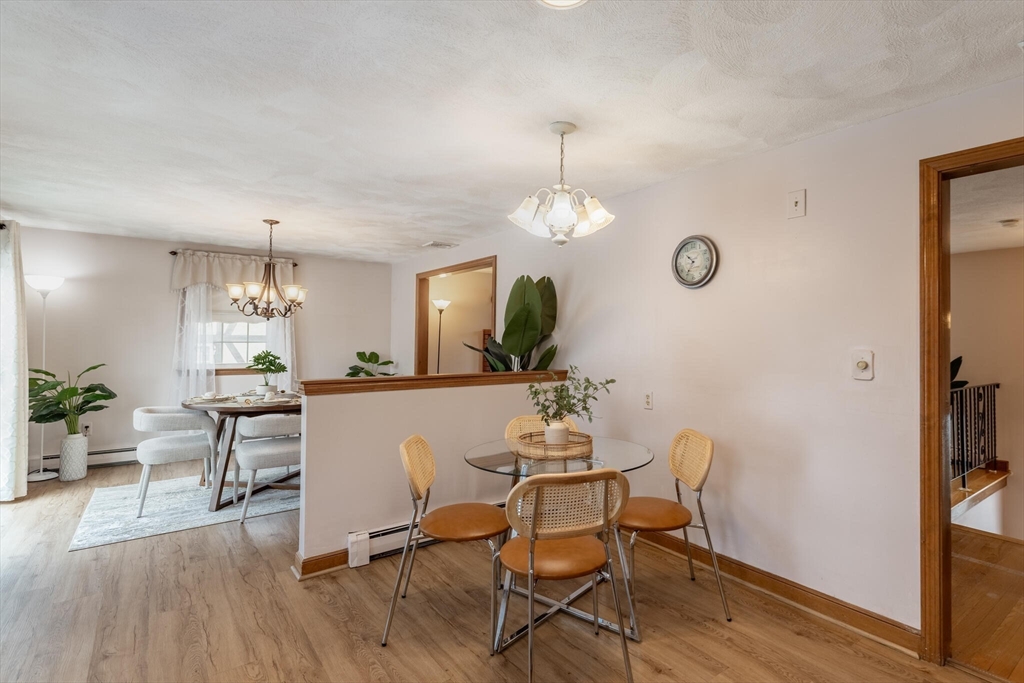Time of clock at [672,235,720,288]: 10:35
